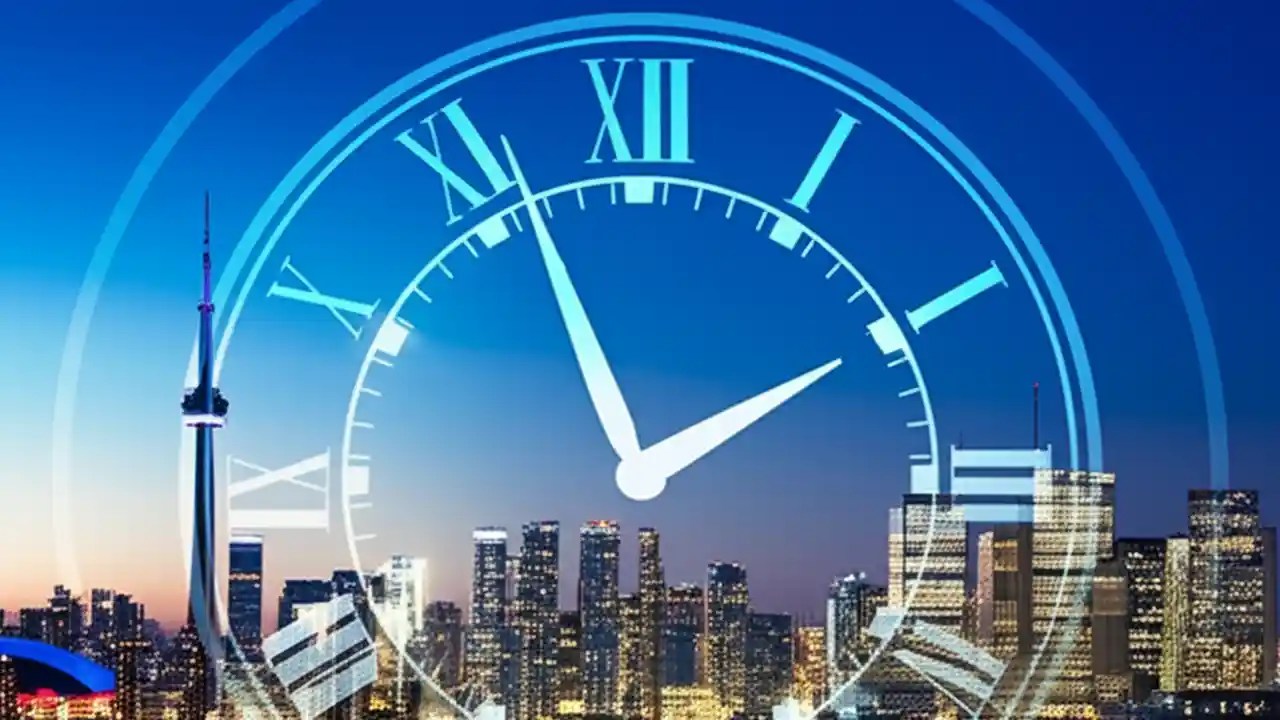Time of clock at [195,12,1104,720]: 1:56
